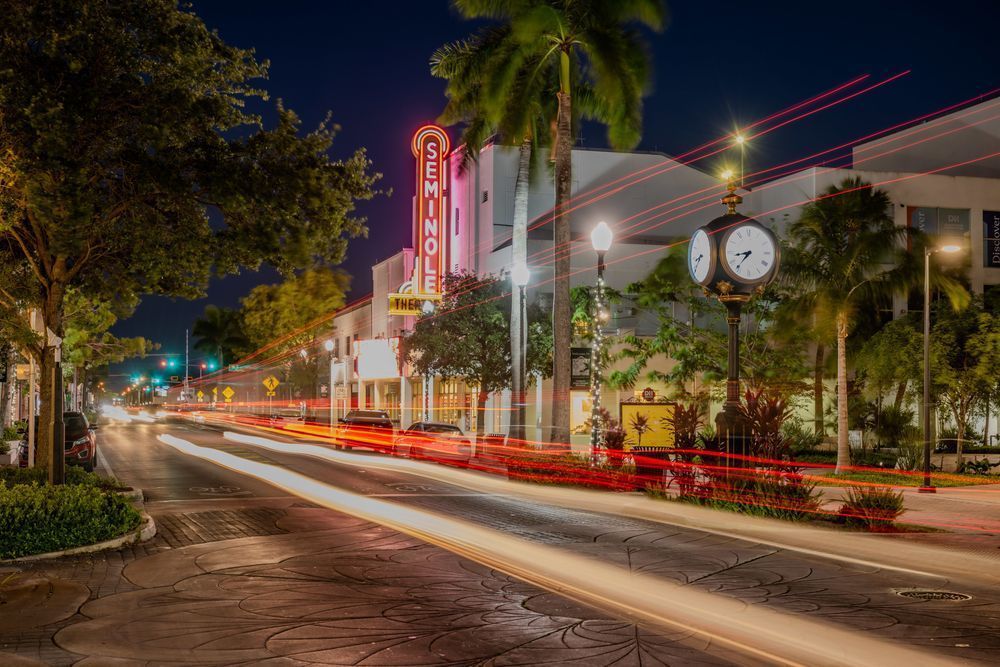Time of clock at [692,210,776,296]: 8:36
